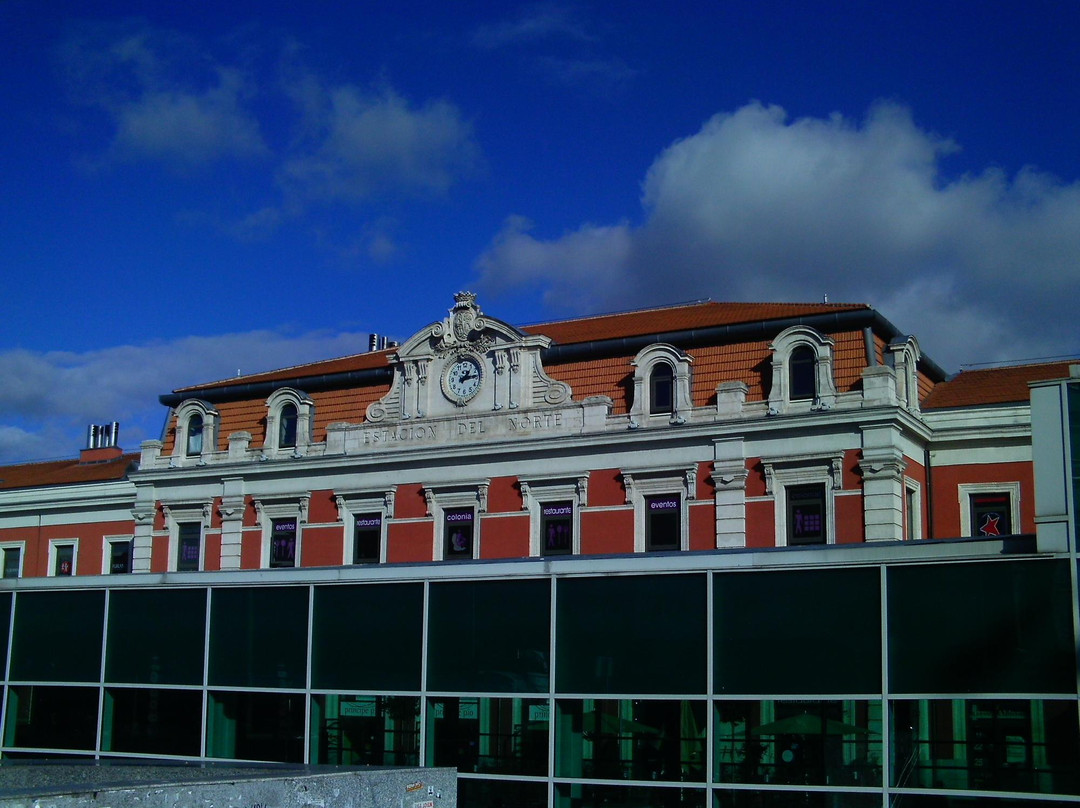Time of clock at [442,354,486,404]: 1:13
